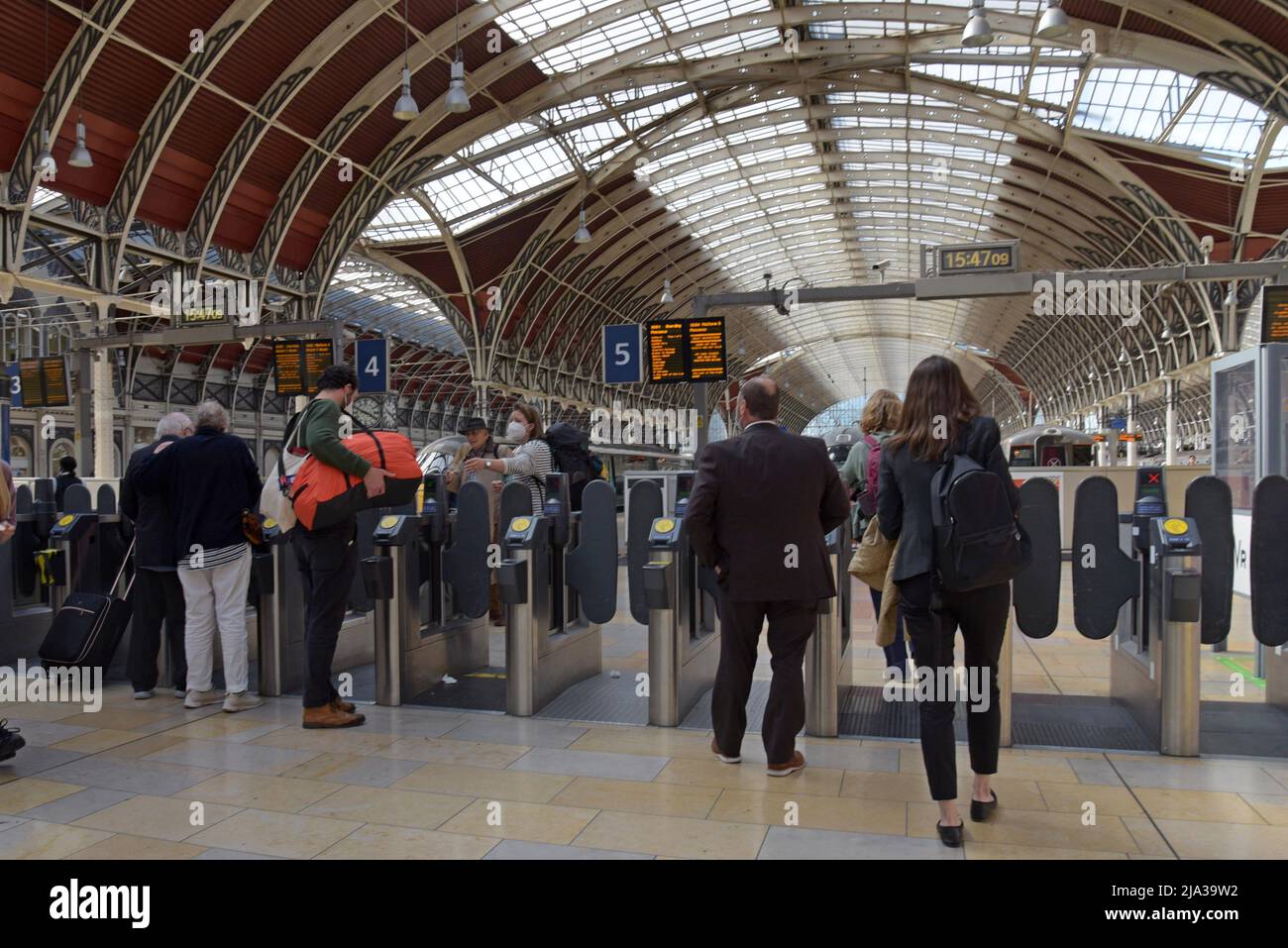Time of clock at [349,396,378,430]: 3:48
